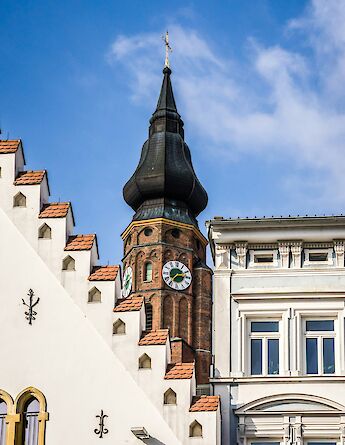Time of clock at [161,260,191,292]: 2:36
